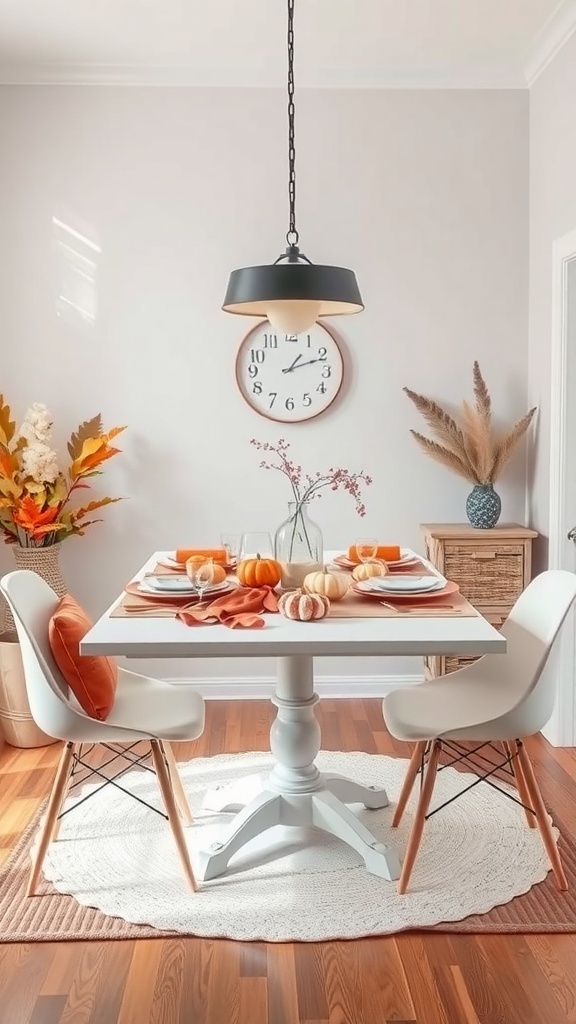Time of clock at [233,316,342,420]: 1:11
